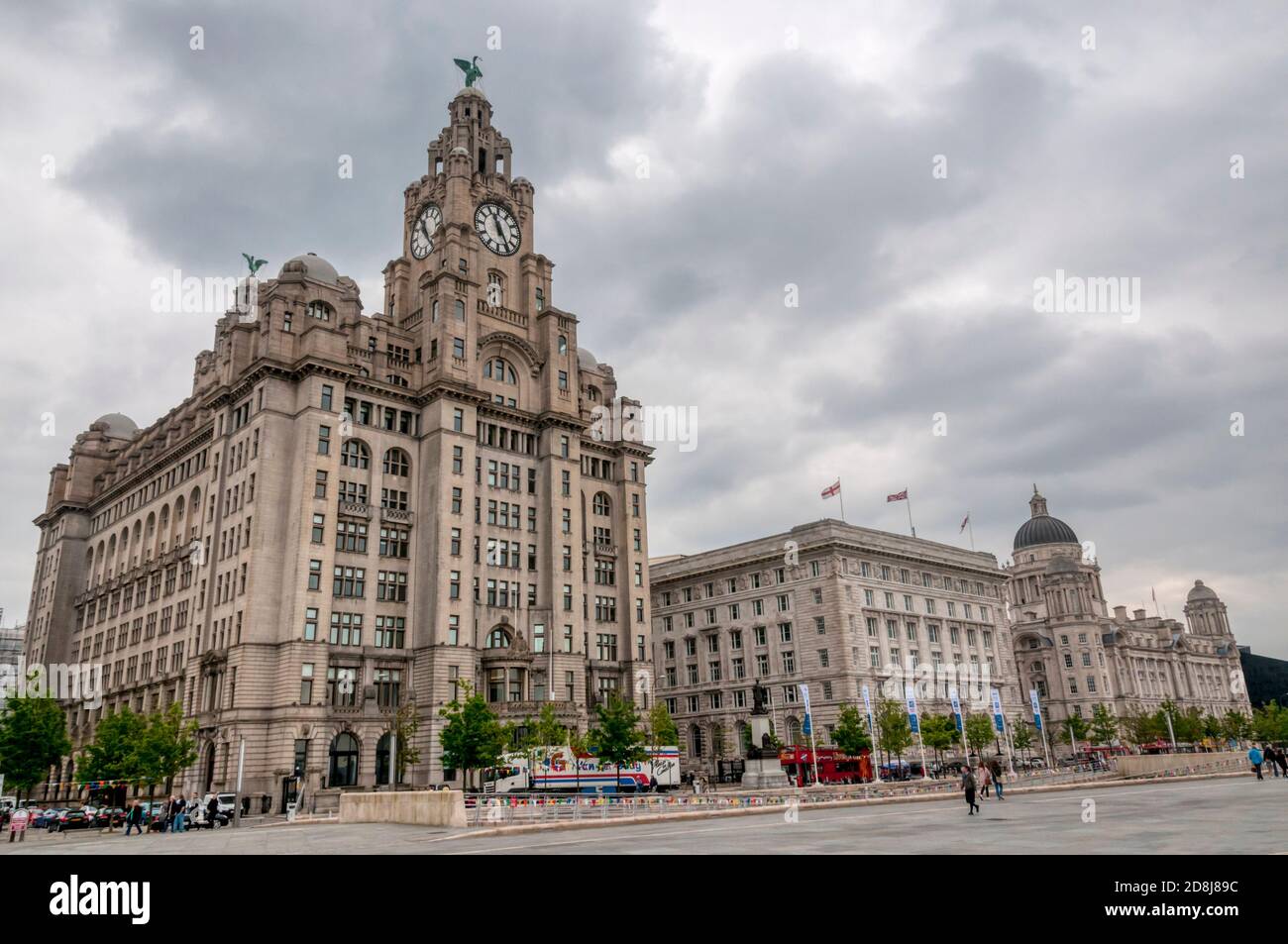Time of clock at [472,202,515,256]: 11:24
